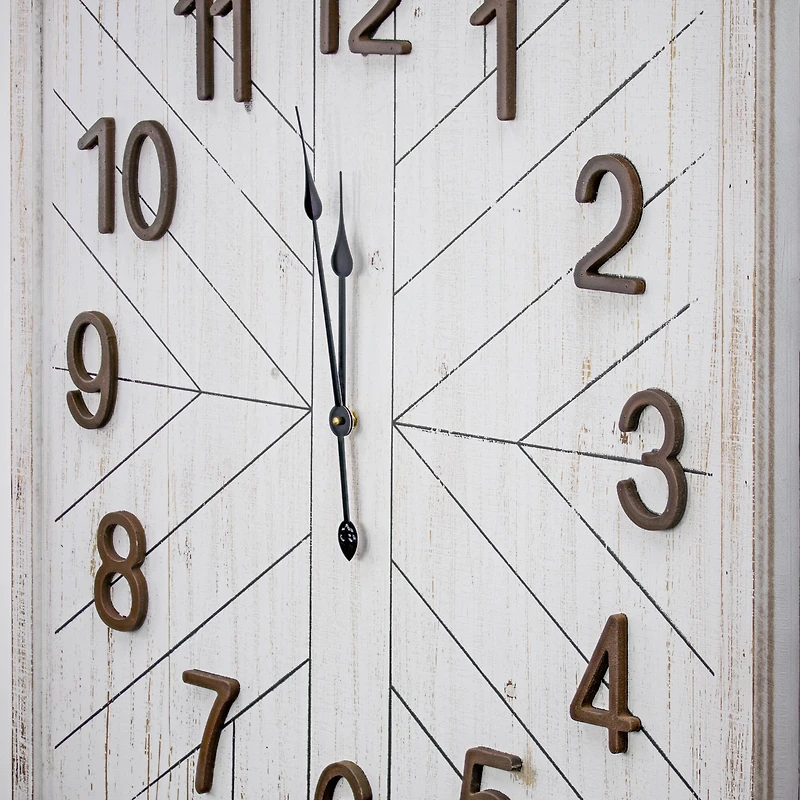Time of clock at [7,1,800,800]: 11:57
